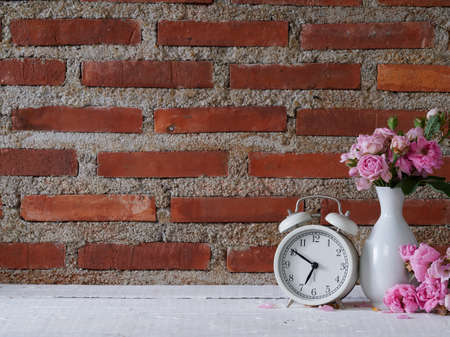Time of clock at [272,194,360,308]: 6:50
